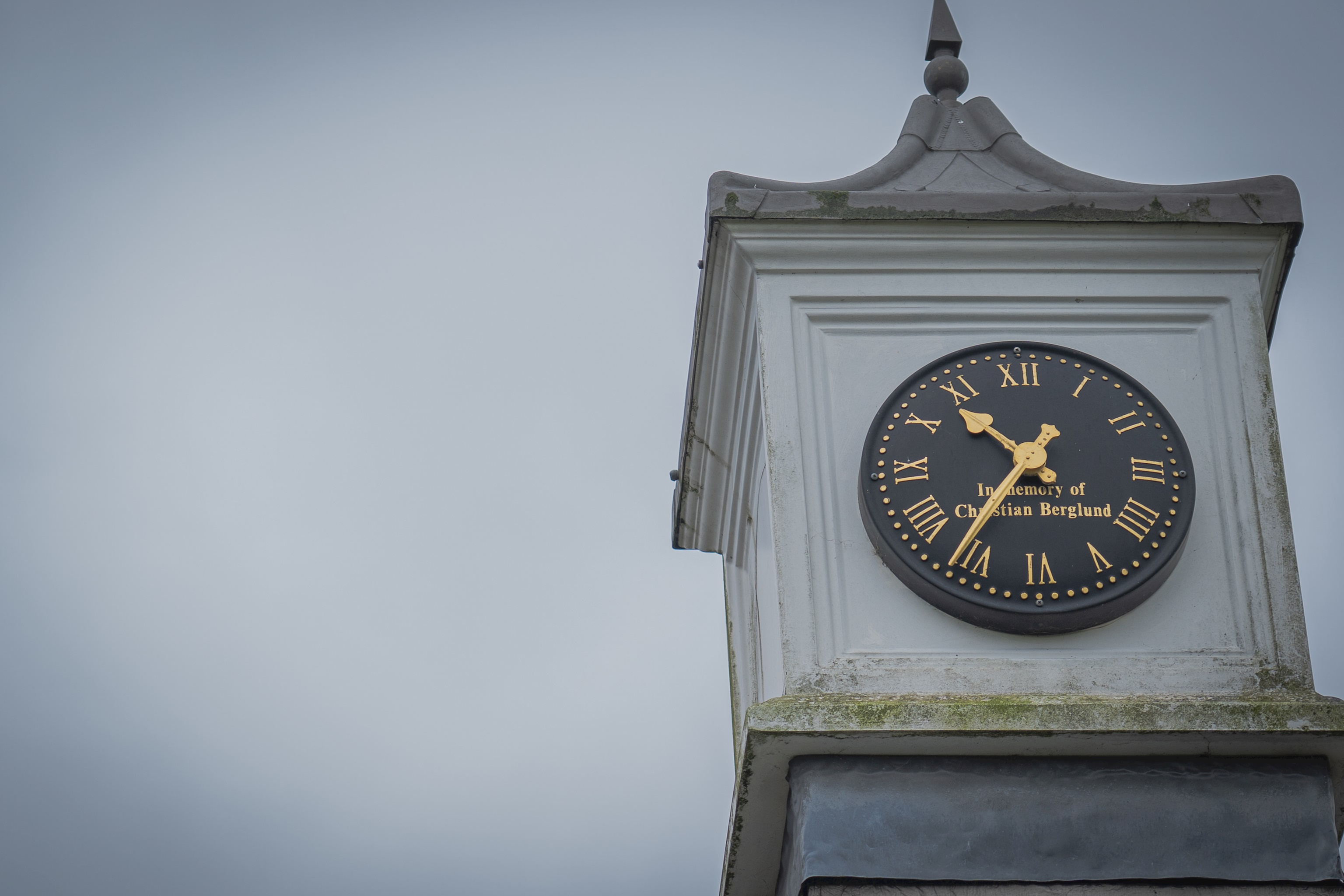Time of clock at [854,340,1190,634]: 10:36
